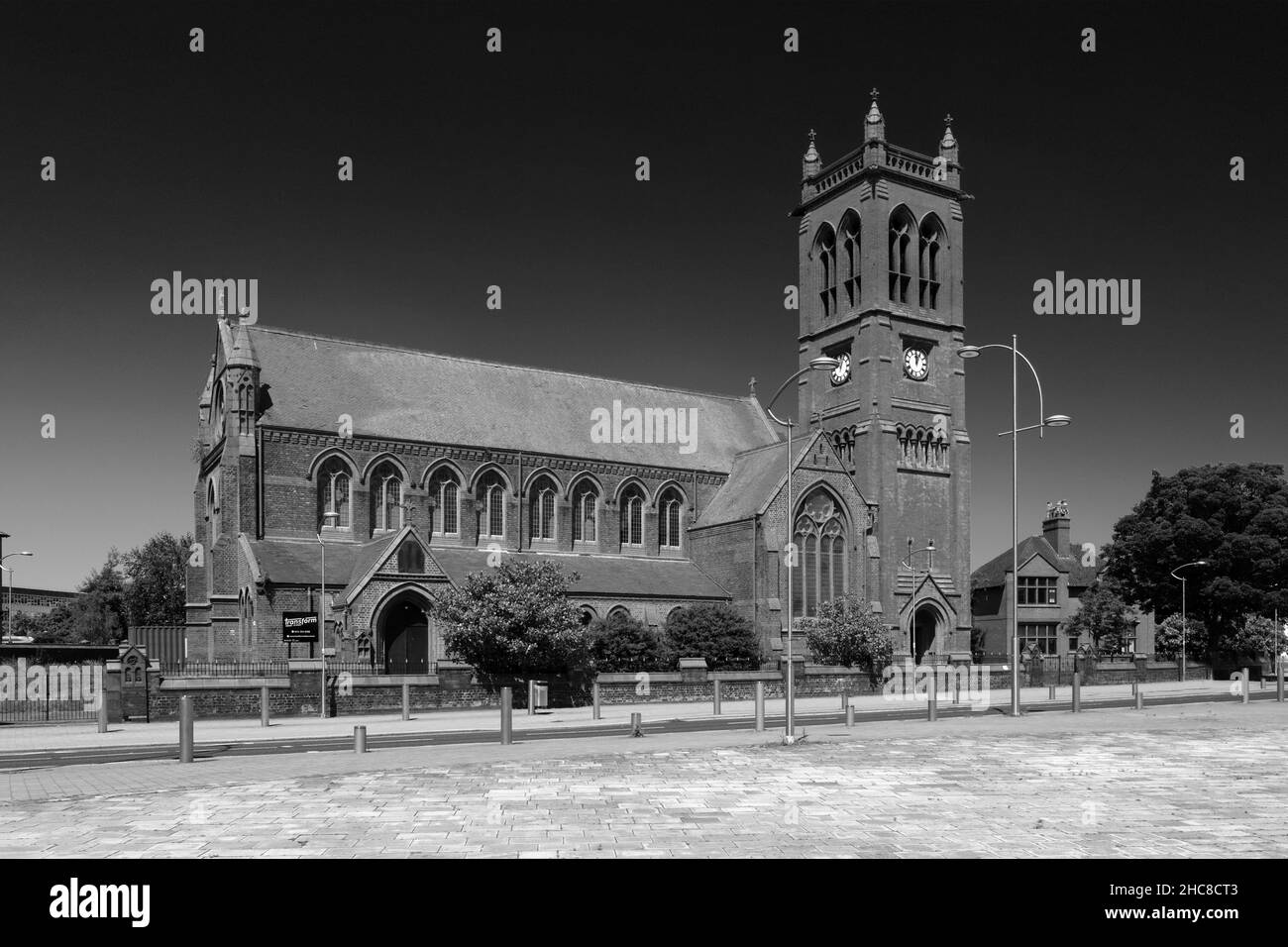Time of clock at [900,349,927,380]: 12:04
